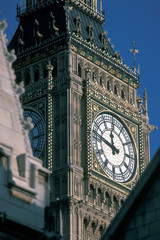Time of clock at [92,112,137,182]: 11:46
